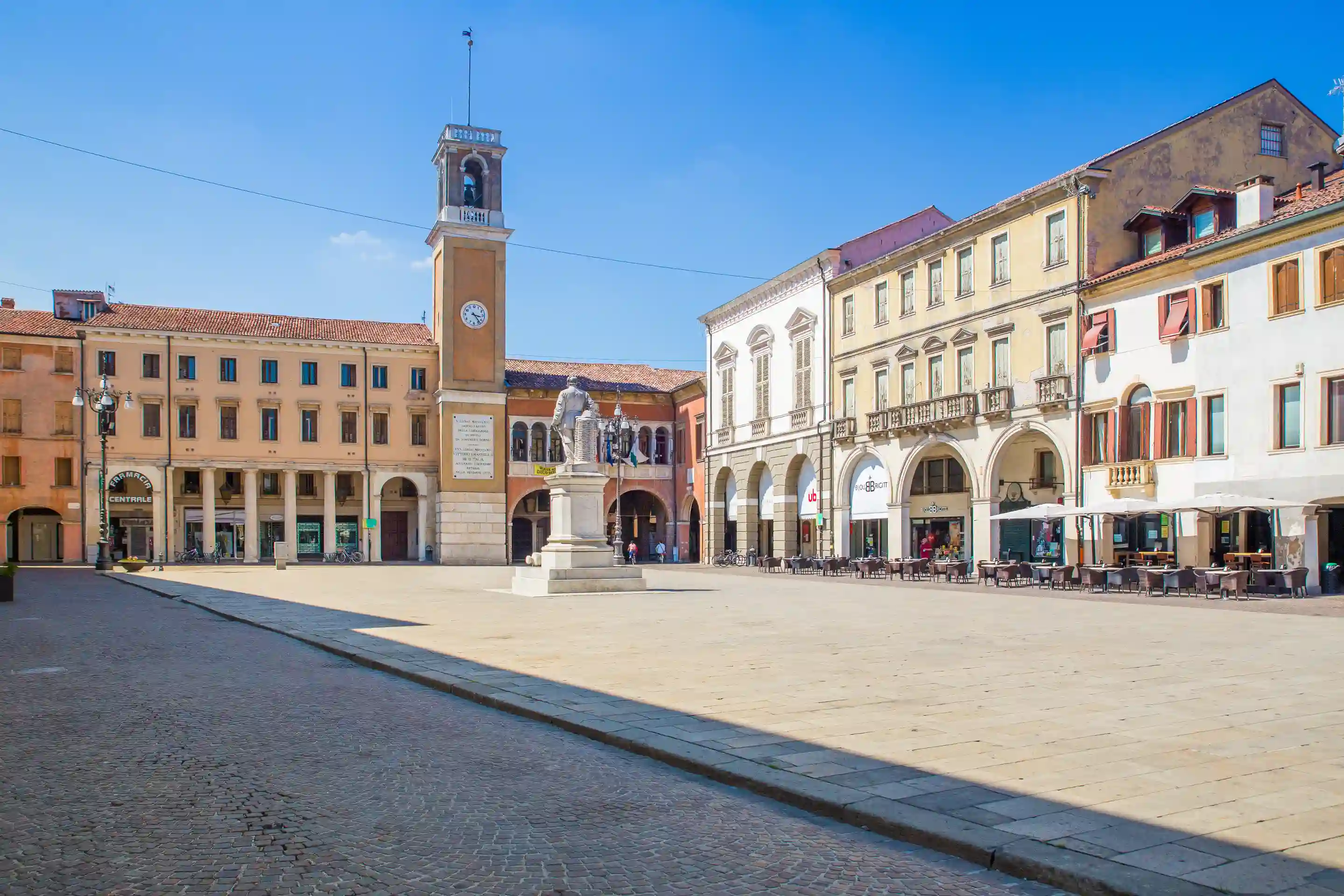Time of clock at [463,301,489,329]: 3:23
